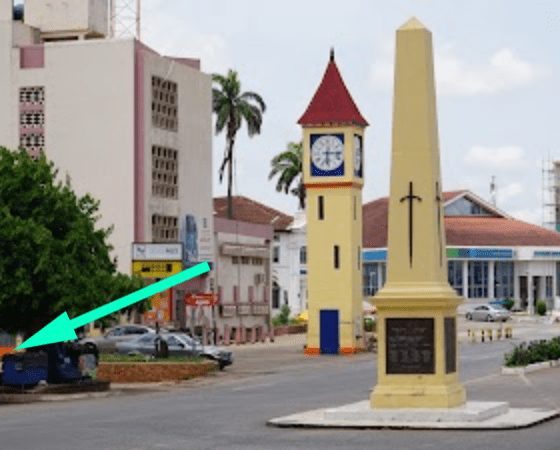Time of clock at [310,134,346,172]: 6:15
